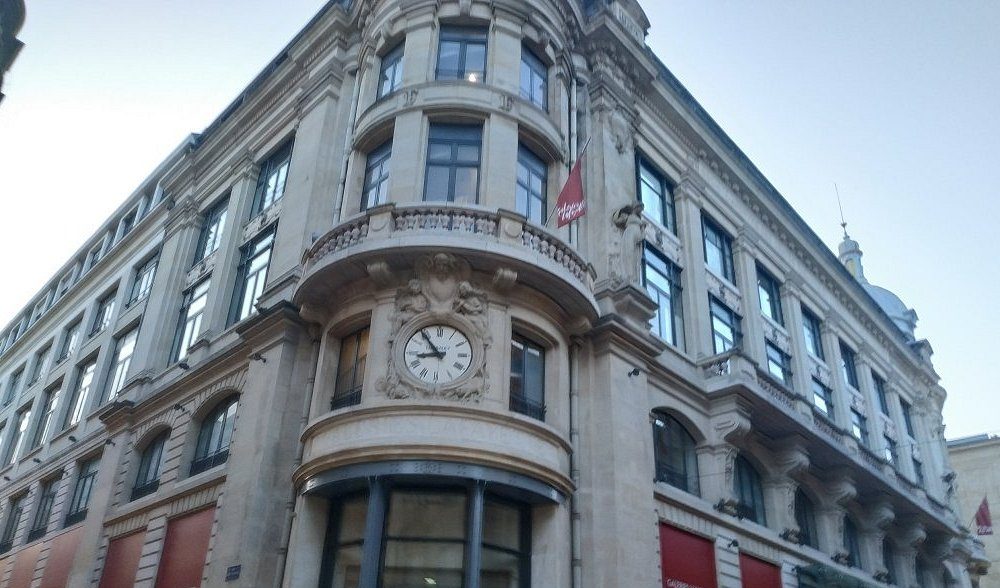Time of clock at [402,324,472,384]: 8:53
